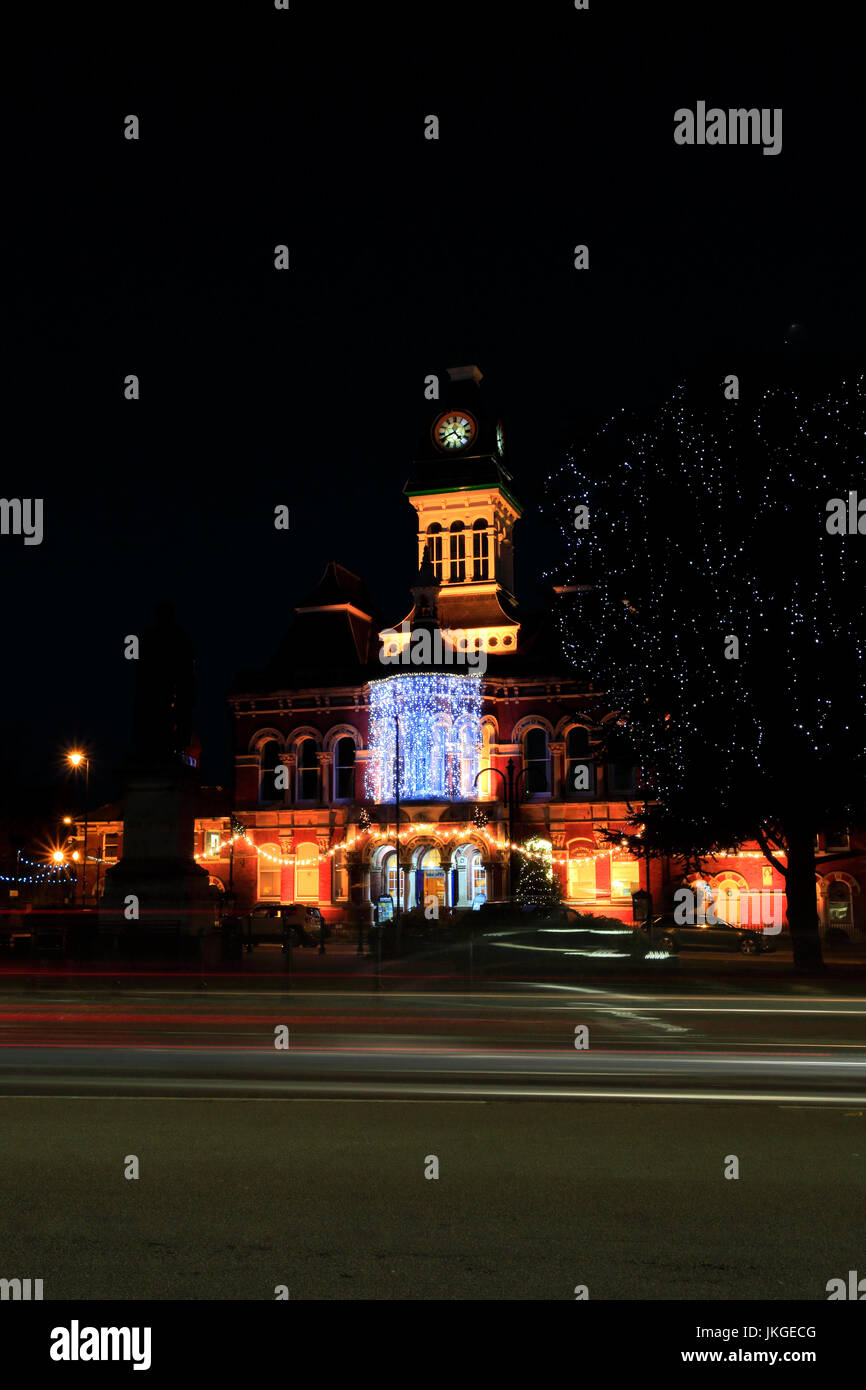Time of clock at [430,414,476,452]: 4:40
